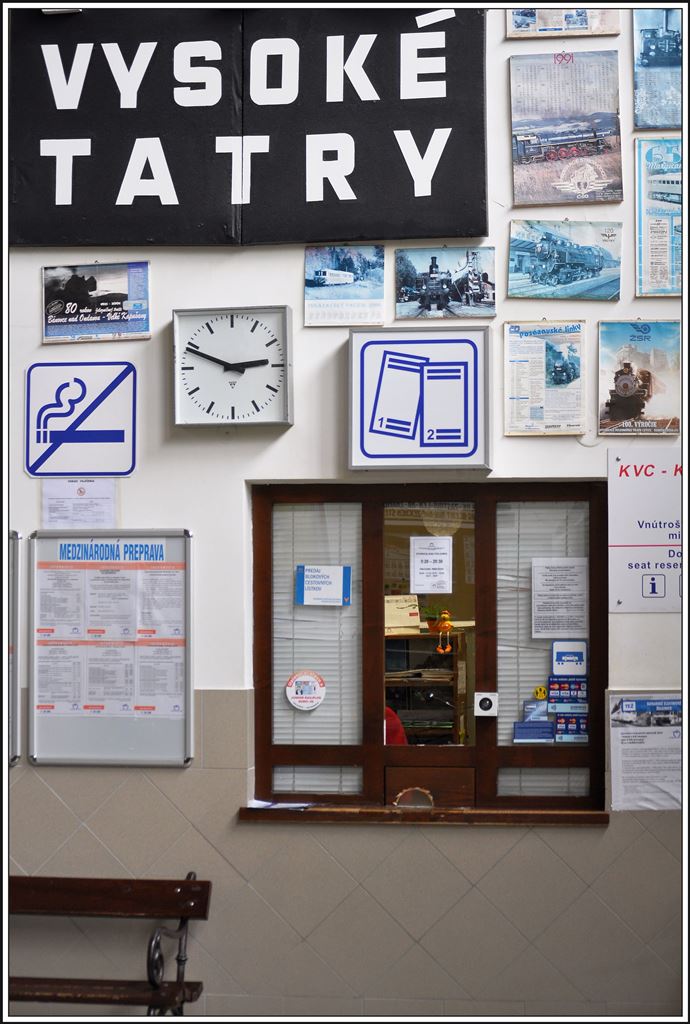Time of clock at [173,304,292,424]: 2:48
